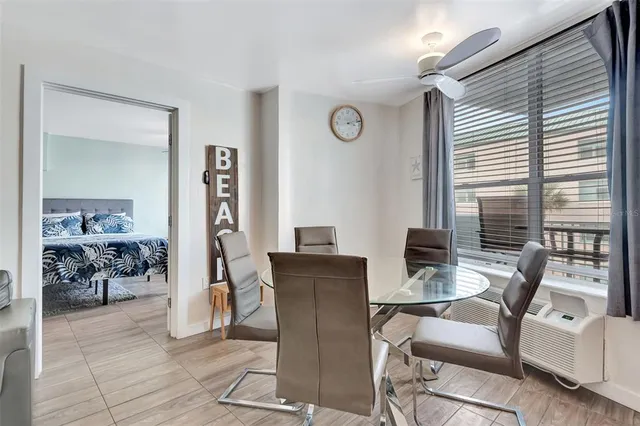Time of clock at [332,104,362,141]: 3:12
